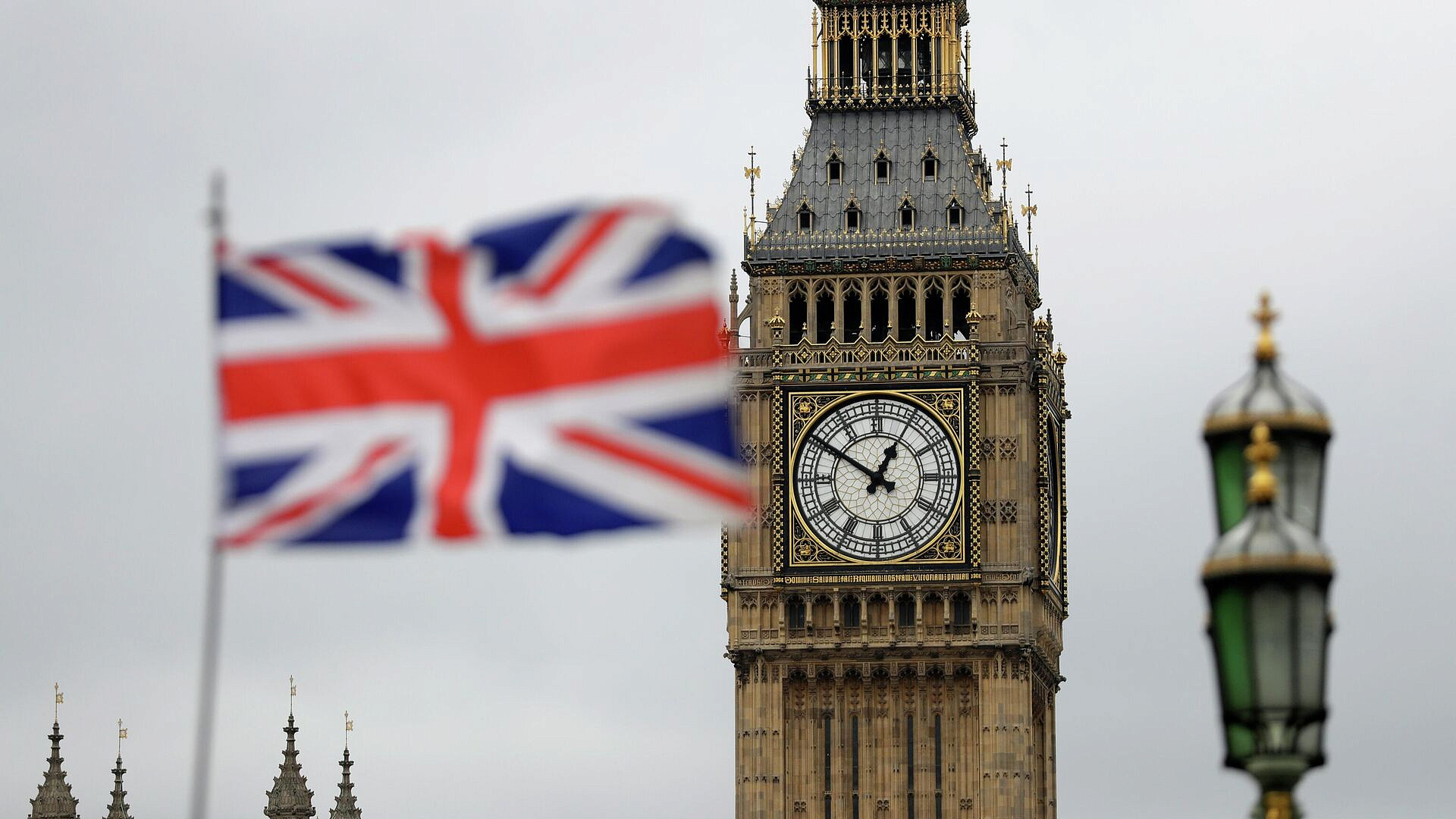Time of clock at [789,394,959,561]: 12:50
